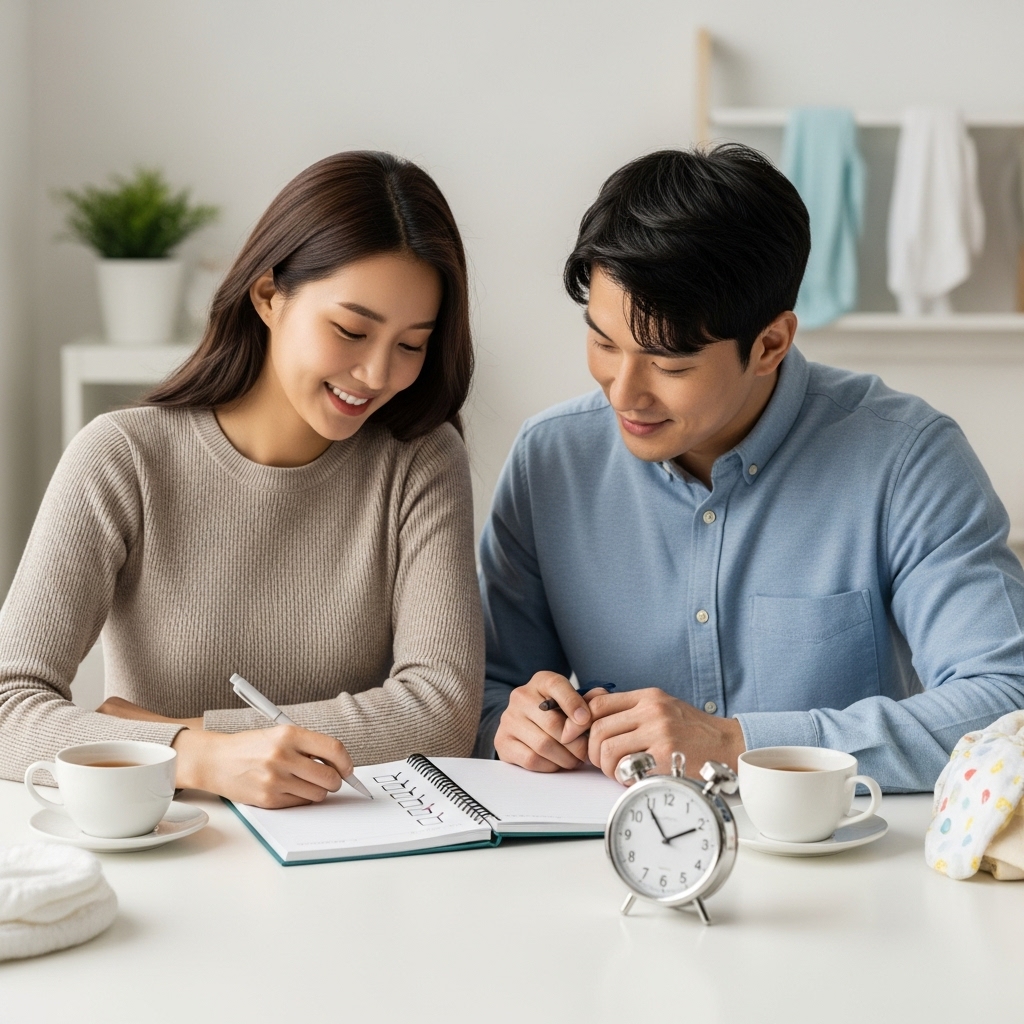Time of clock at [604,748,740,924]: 1:54
